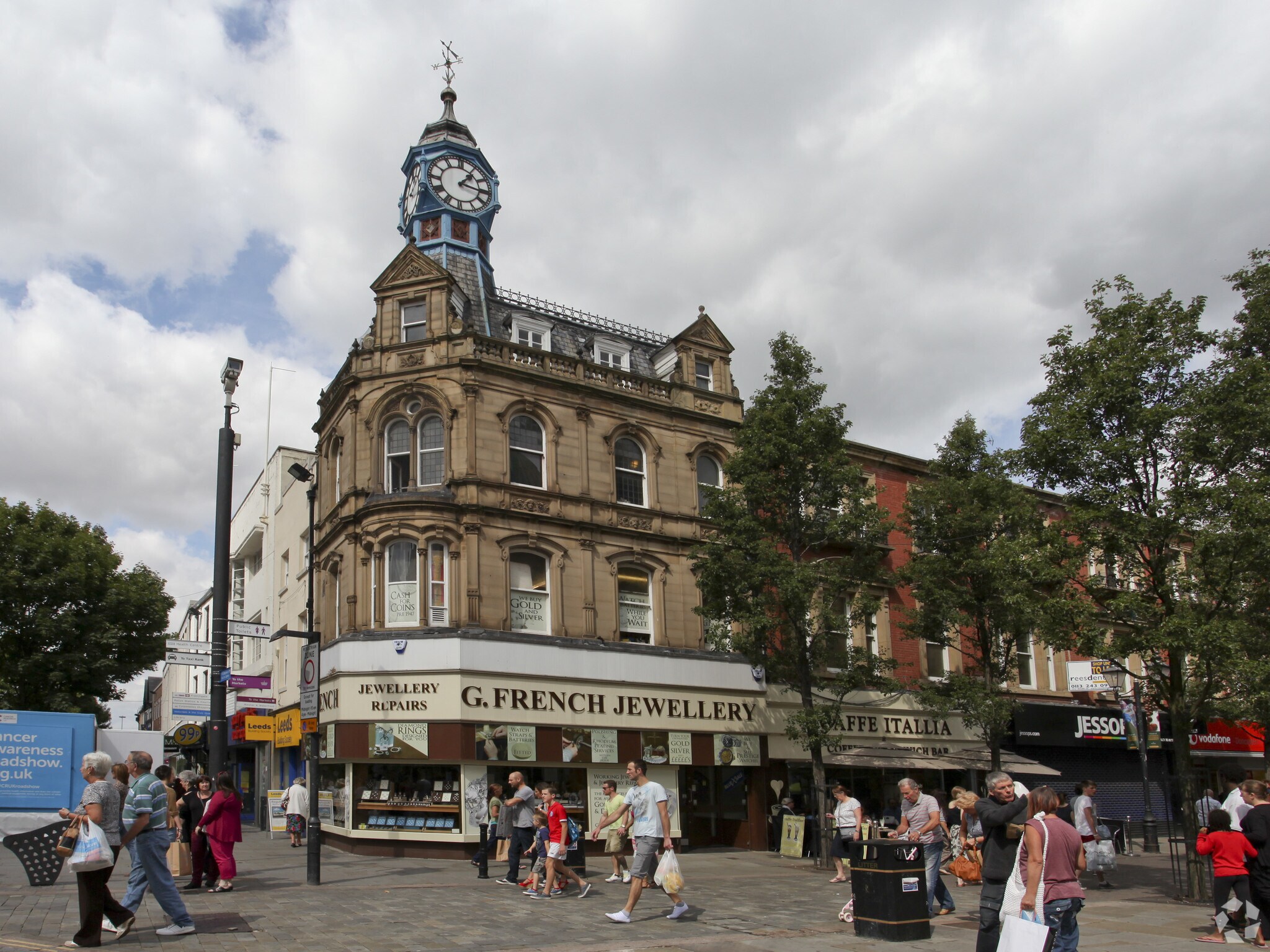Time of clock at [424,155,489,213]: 1:16
